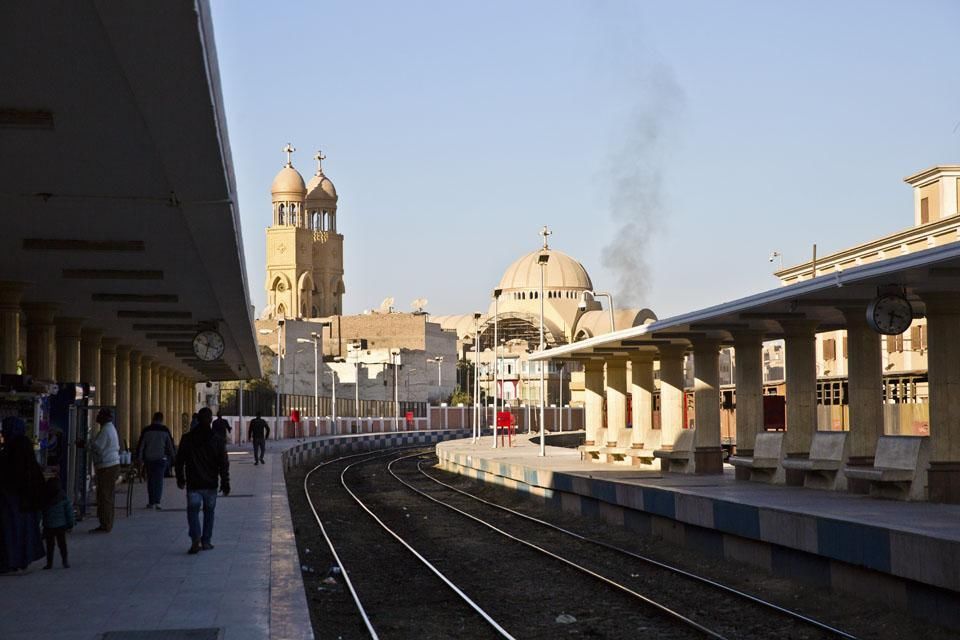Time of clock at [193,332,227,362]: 3:32
